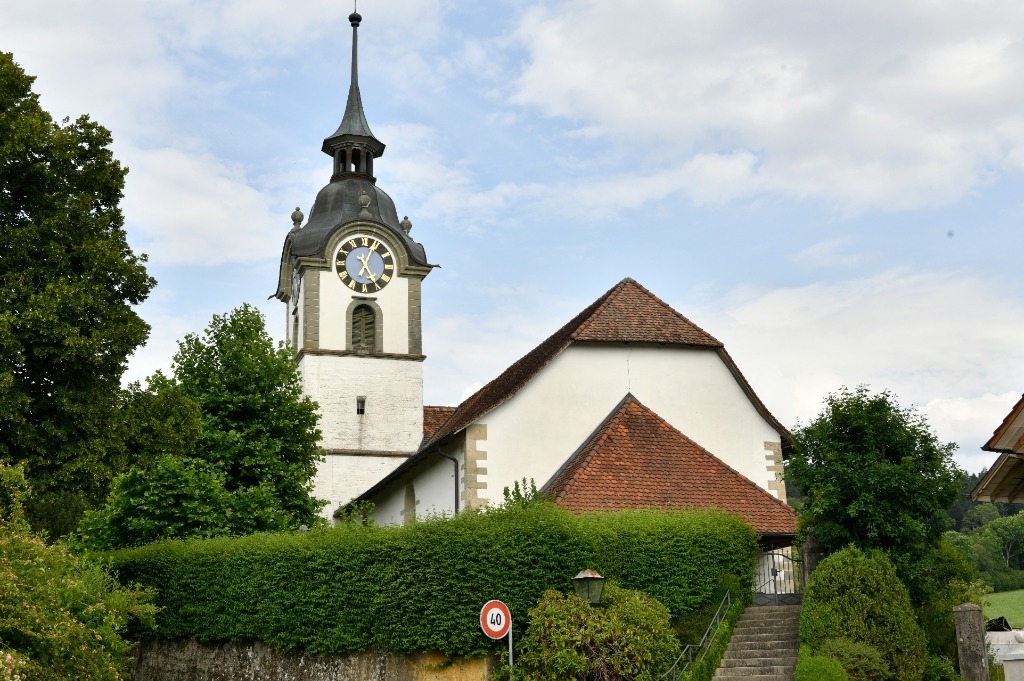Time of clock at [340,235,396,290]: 5:04
